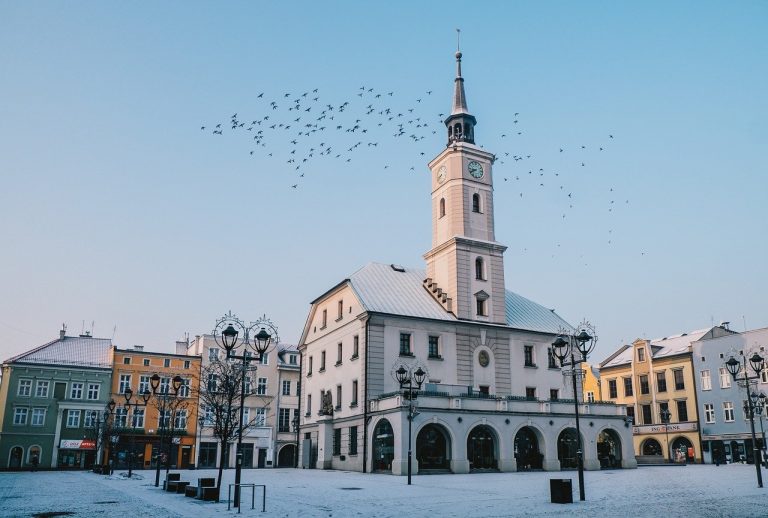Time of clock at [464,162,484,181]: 8:40
